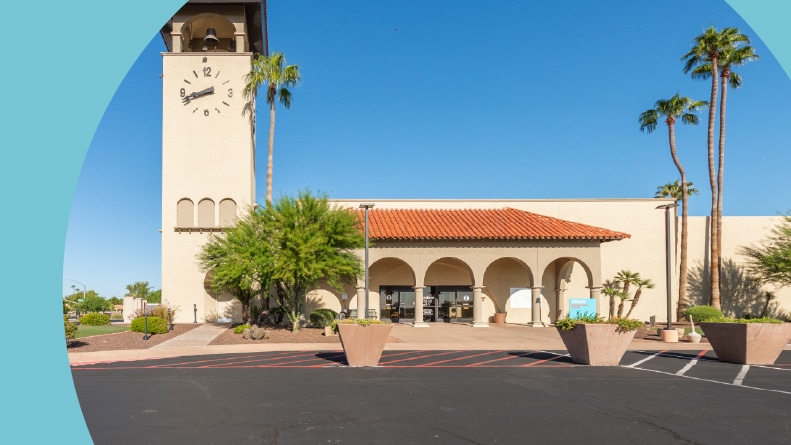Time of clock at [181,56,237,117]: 8:41
